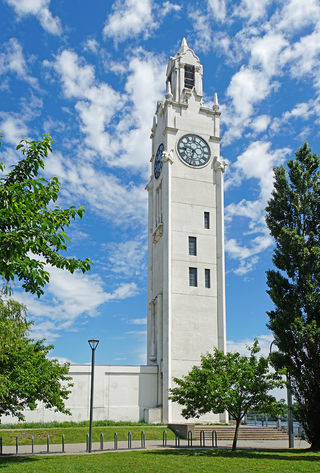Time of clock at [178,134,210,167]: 9:32
